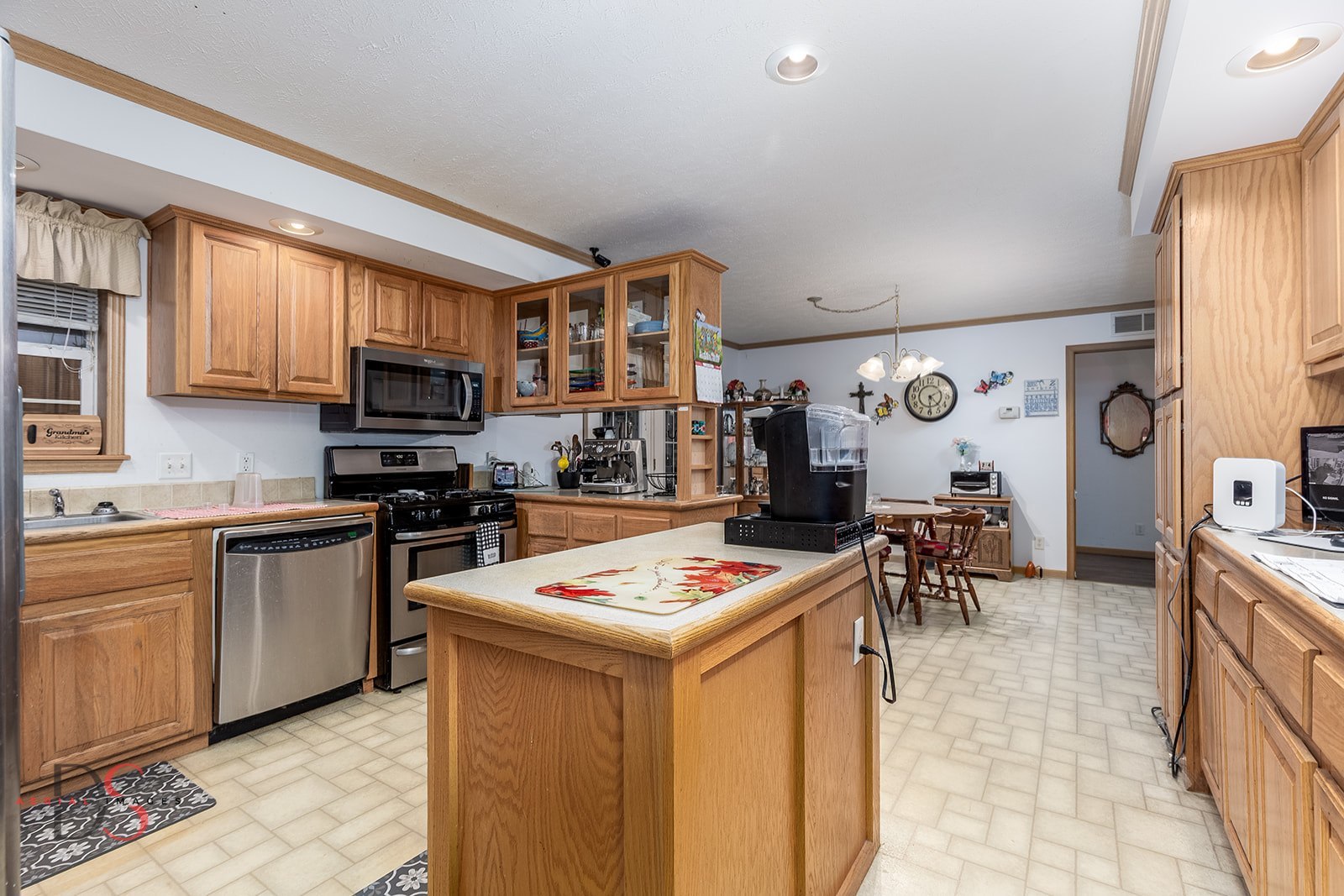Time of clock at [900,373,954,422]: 4:29
